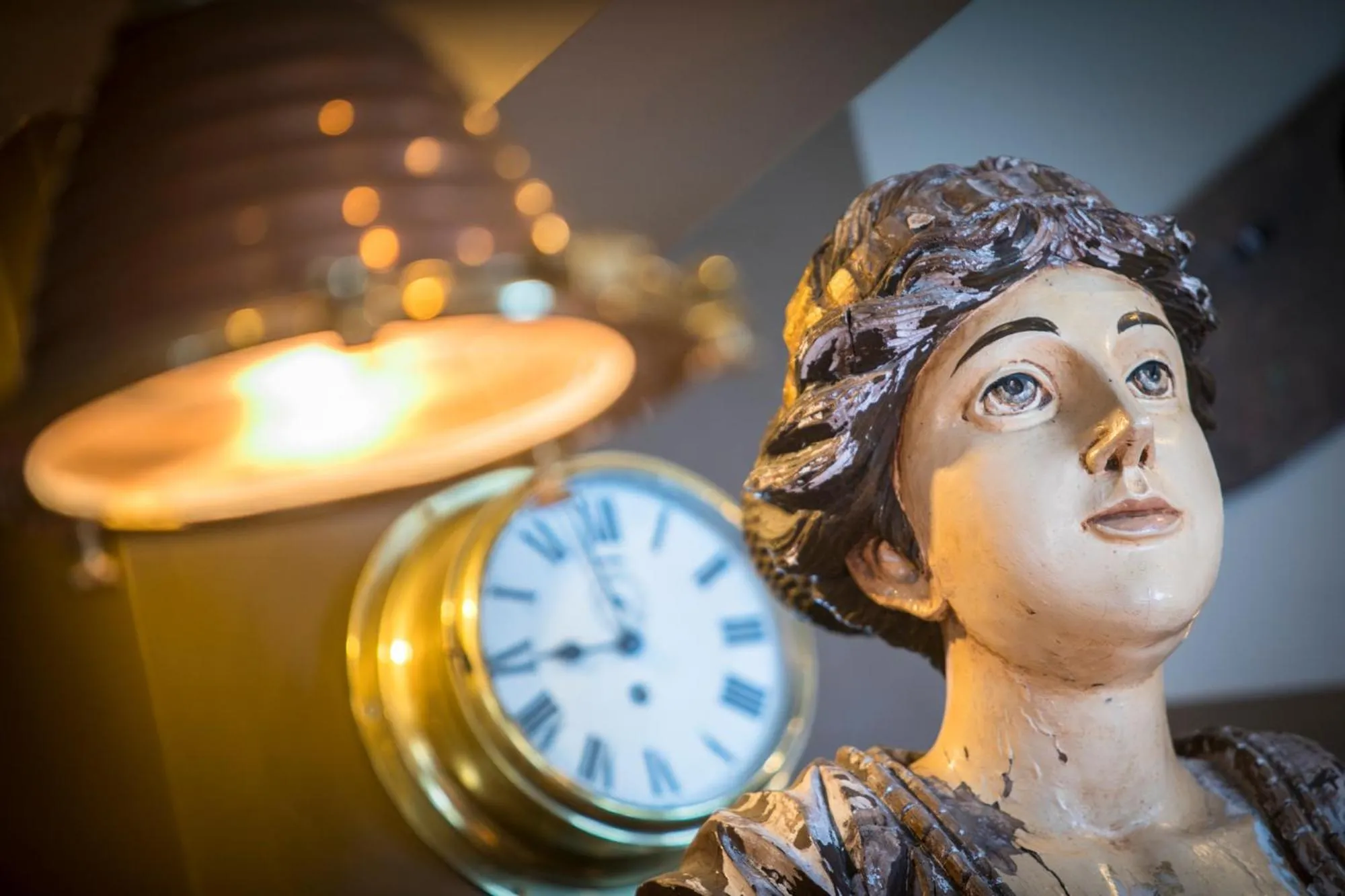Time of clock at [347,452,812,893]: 8:58
